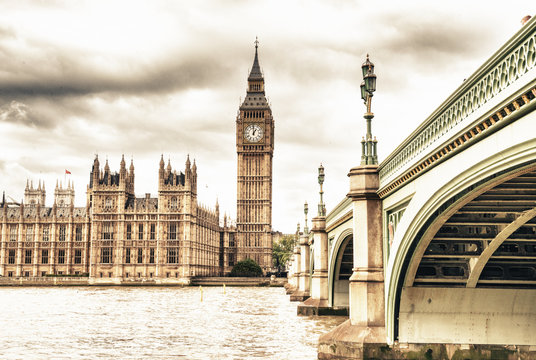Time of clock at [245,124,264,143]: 12:59
